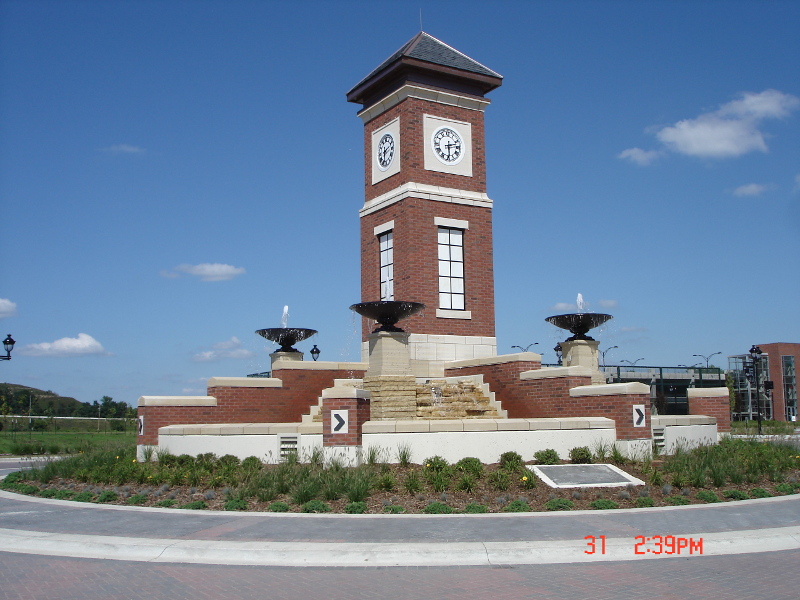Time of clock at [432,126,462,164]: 2:29
